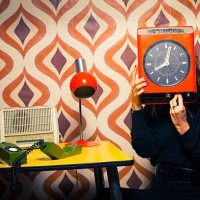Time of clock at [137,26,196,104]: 8:02
